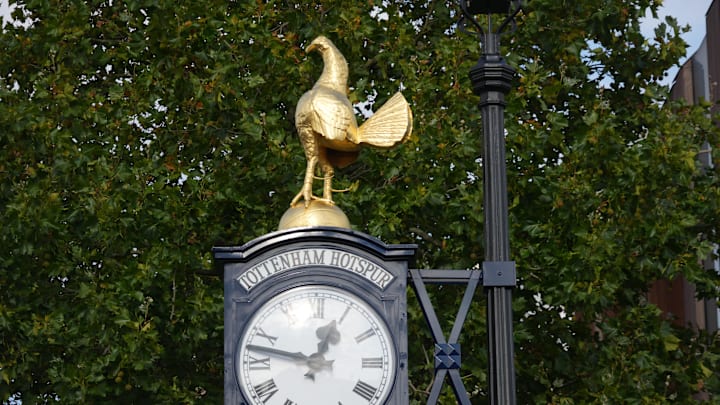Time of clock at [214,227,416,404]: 12:47
